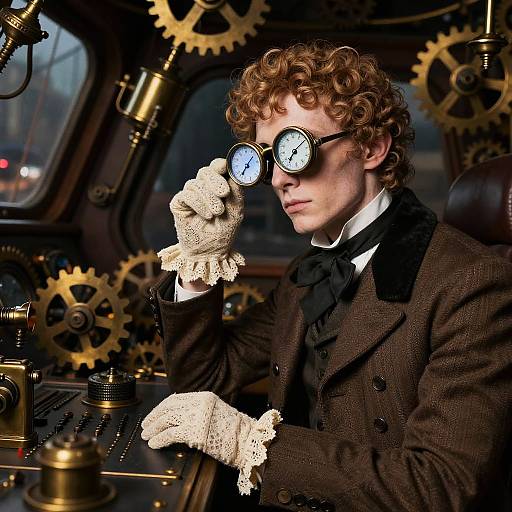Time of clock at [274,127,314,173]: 7:09
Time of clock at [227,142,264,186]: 7:07
